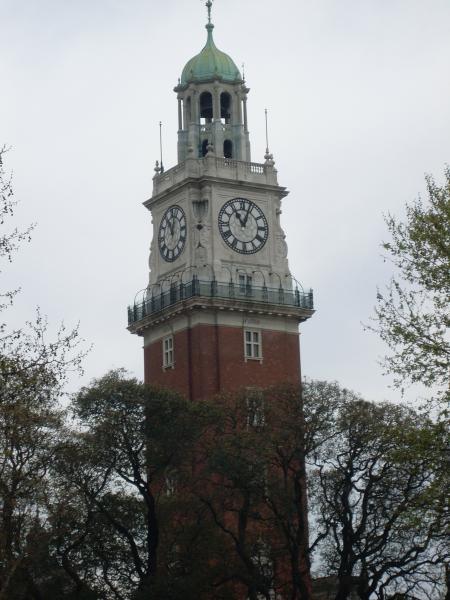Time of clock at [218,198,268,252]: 11:03
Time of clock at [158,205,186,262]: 11:02
